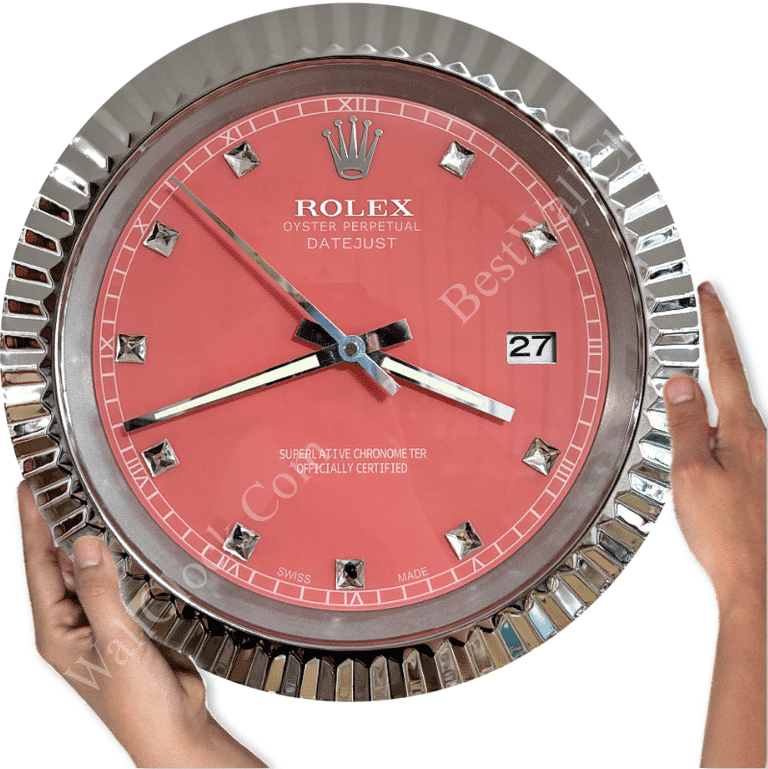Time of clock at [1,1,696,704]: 3:41
